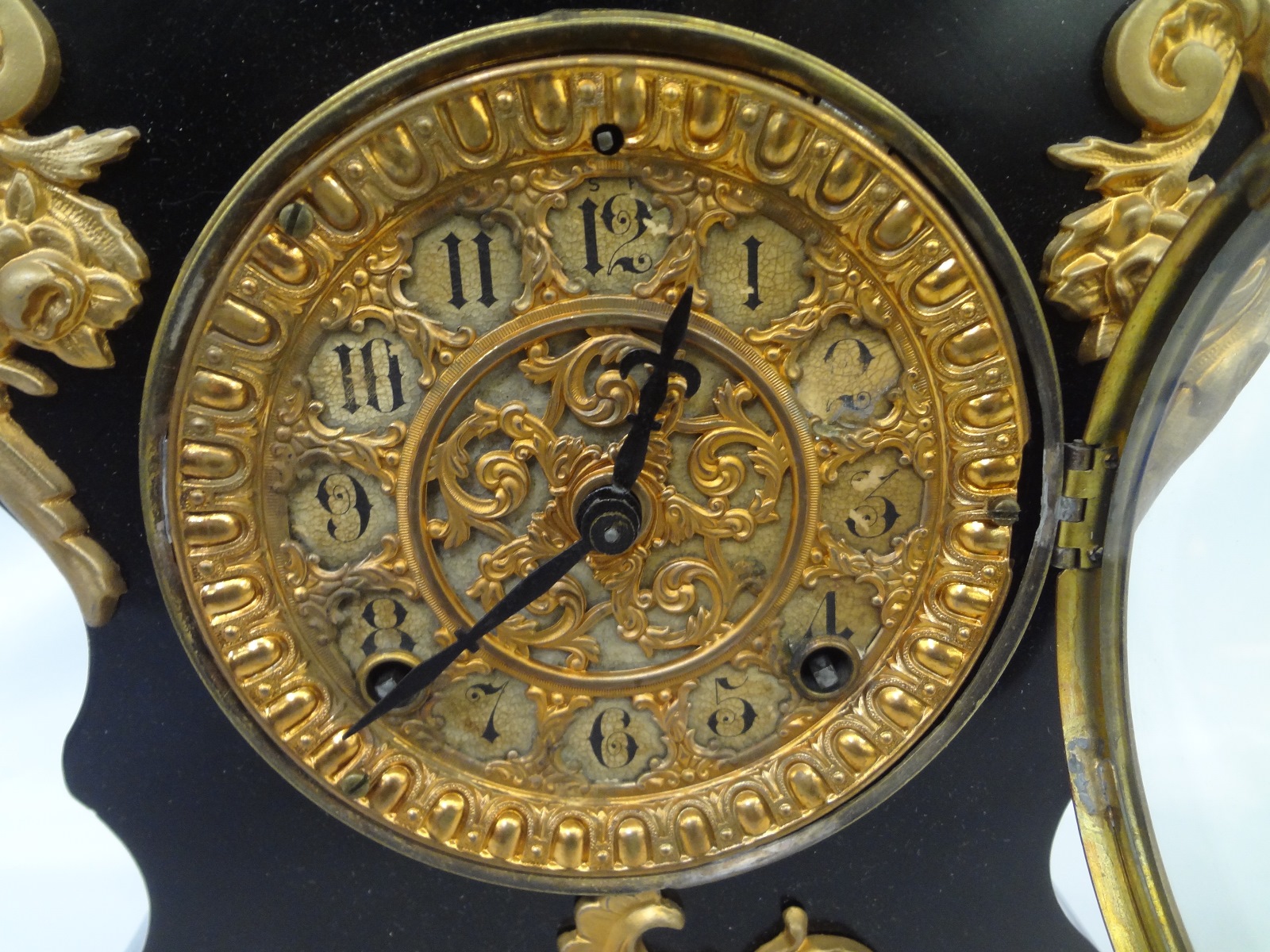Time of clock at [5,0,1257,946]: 12:37
